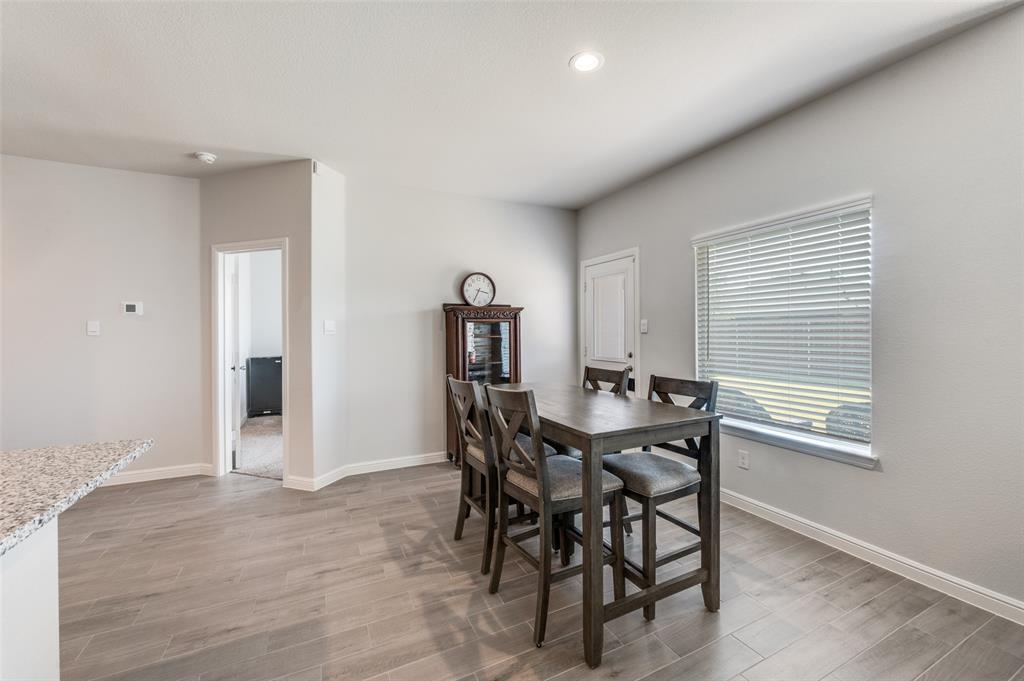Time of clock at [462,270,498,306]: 3:34
